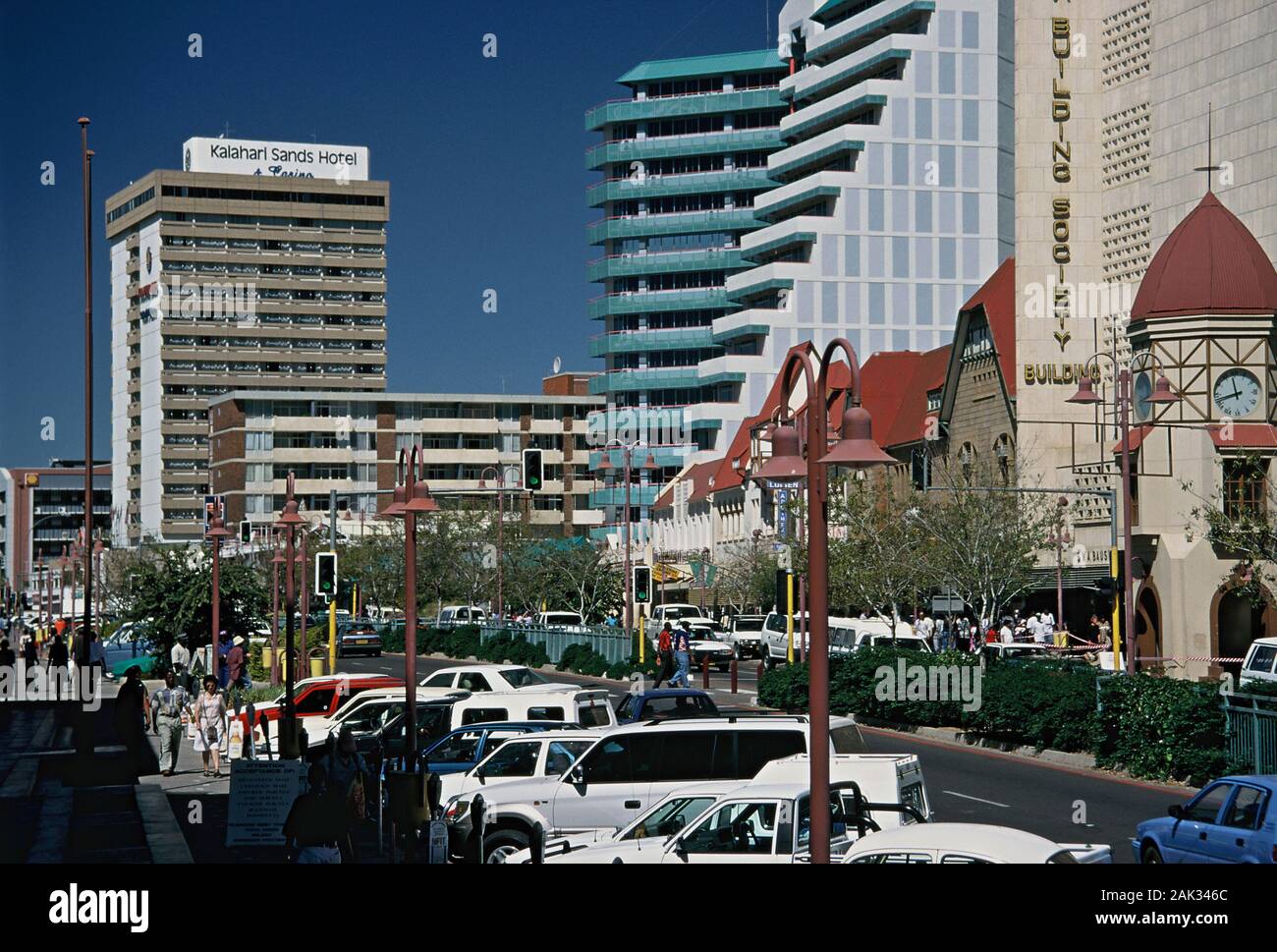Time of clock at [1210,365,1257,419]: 11:42
